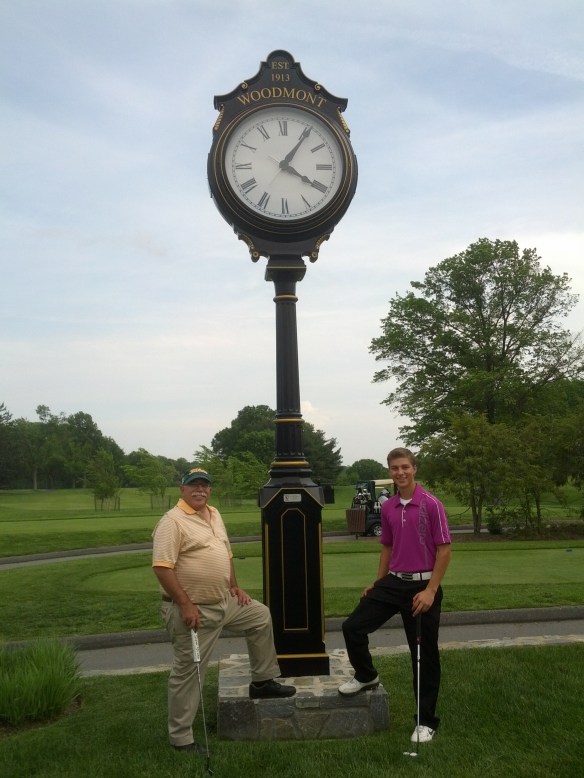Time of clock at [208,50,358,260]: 4:06
